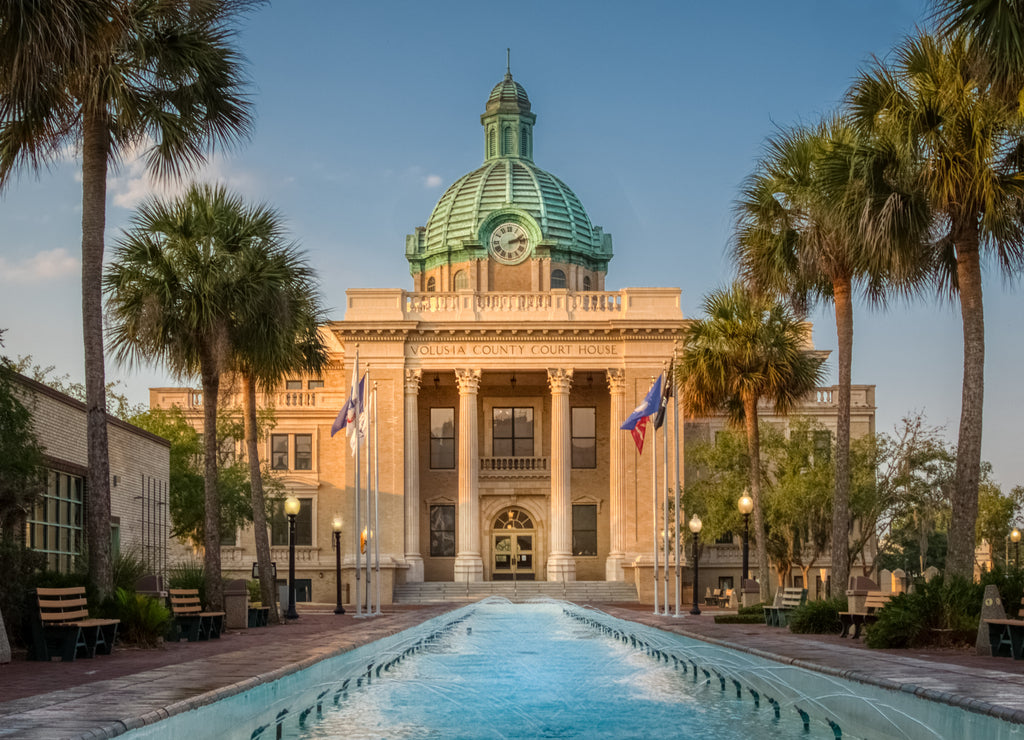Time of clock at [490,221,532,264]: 2:13
